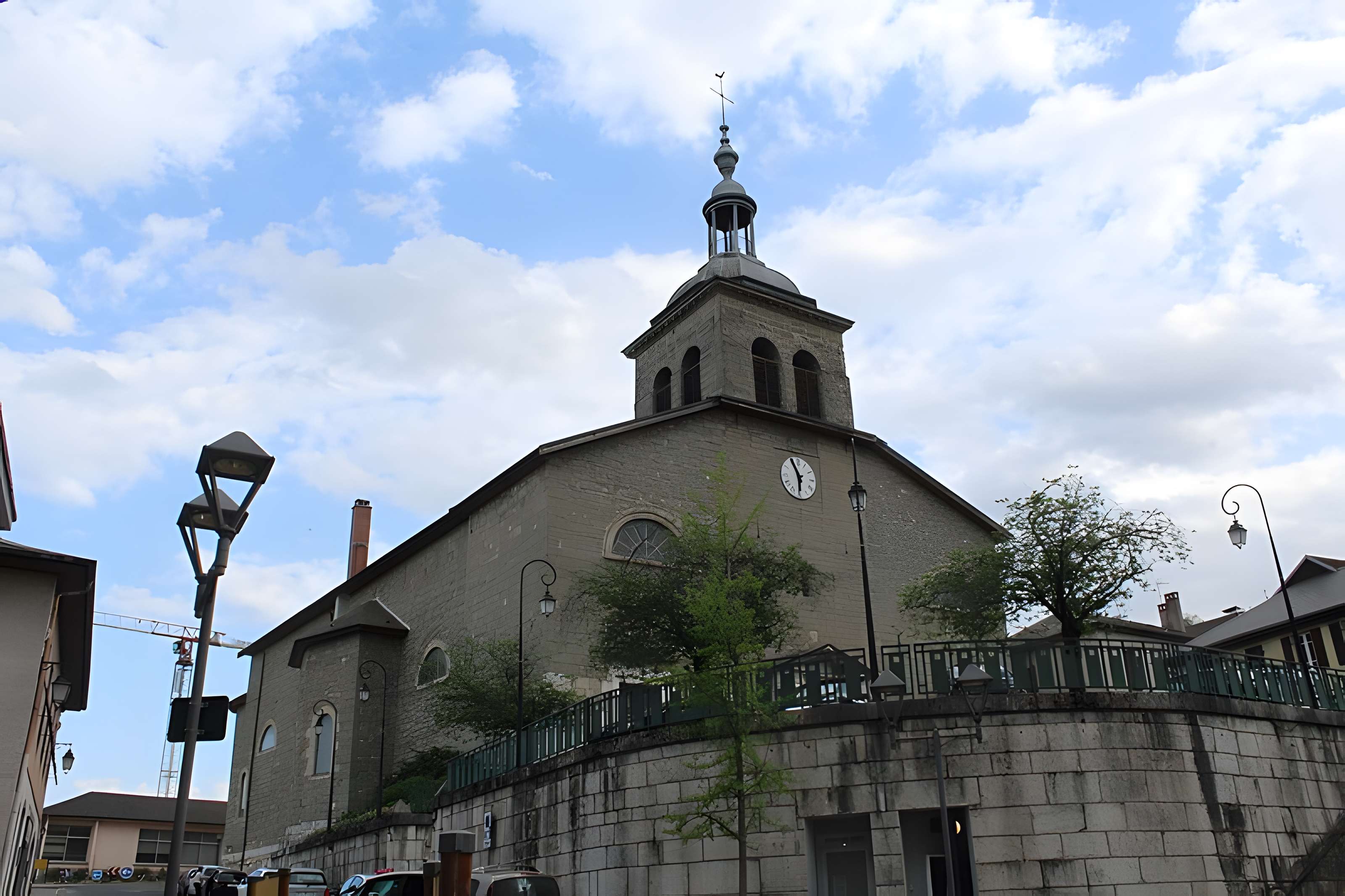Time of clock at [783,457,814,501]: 5:55
